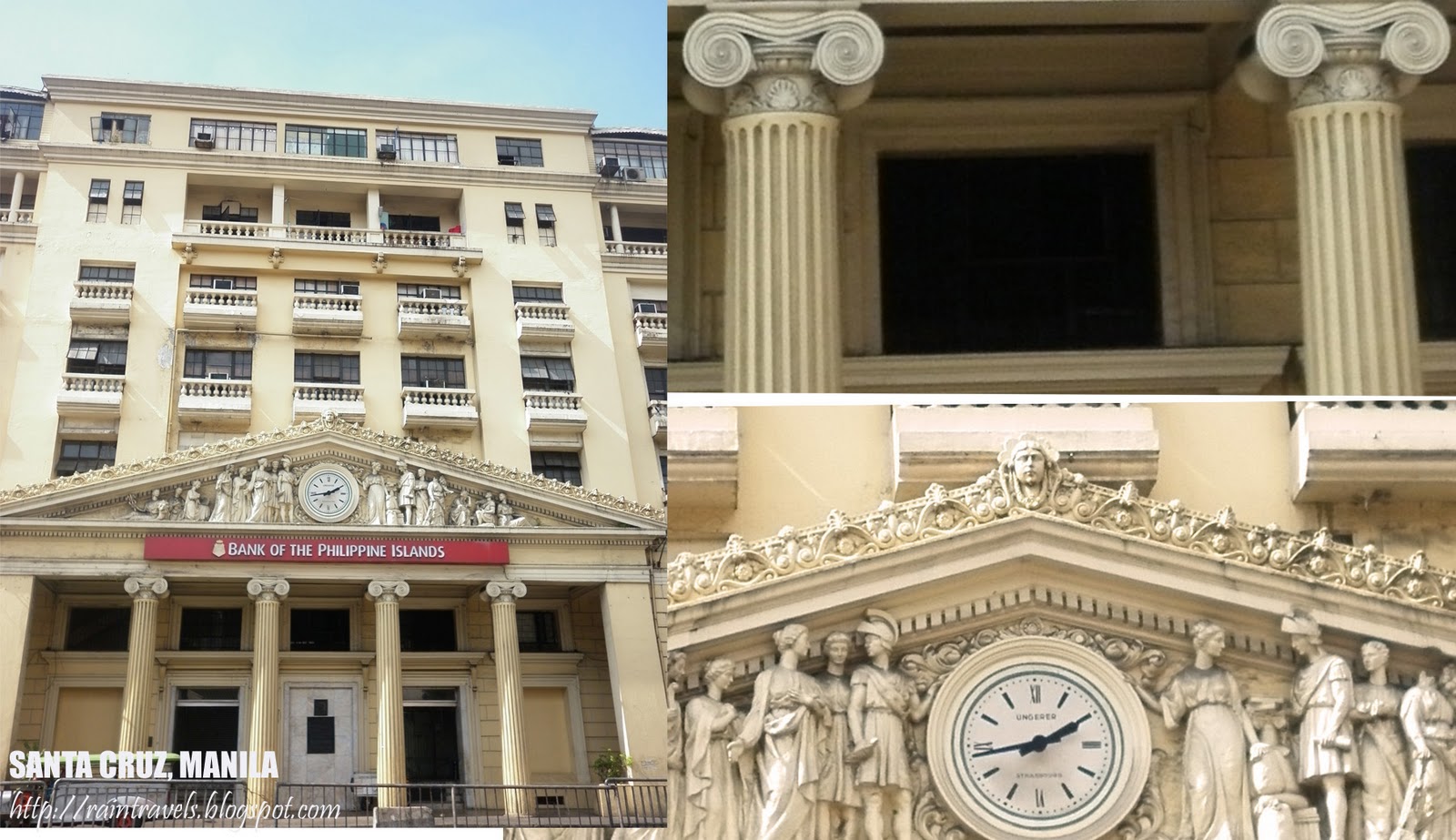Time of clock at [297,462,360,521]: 1:43
